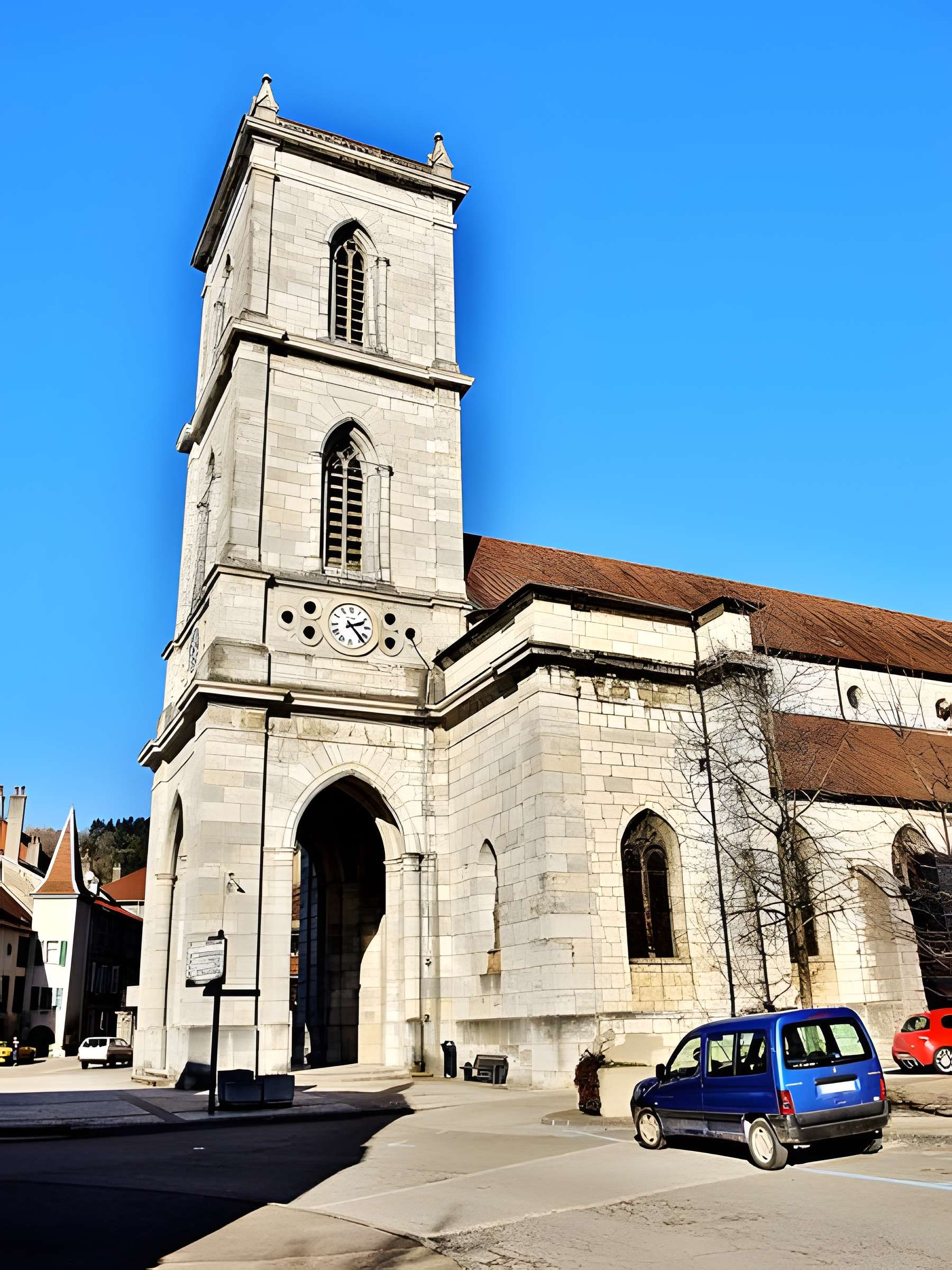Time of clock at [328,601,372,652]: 2:23
